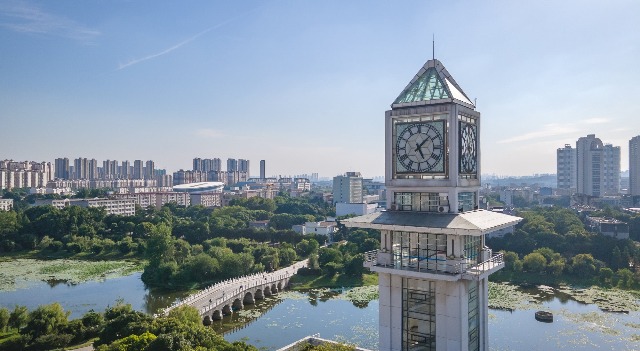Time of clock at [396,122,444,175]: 5:07
